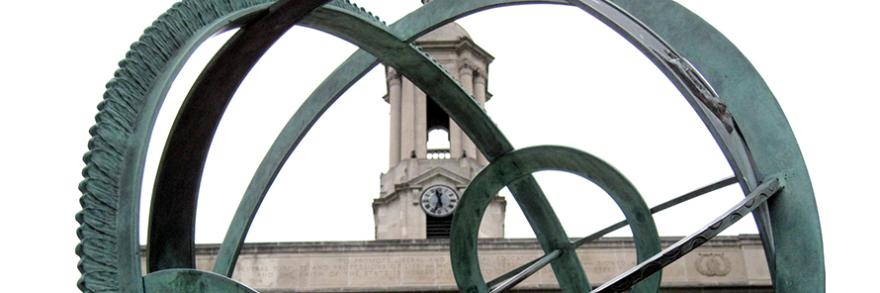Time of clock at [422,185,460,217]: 11:33
